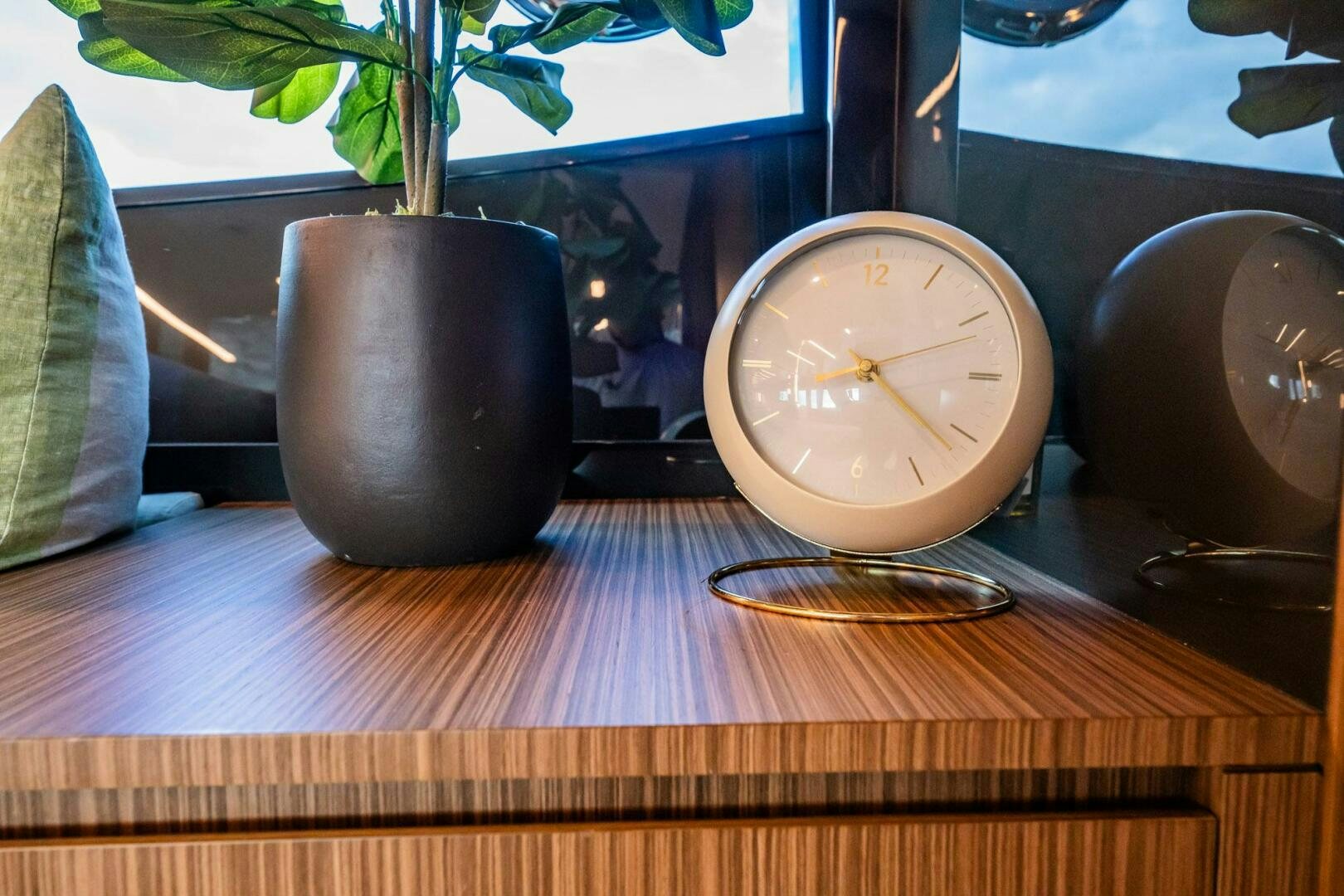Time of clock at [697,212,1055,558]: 8:21
